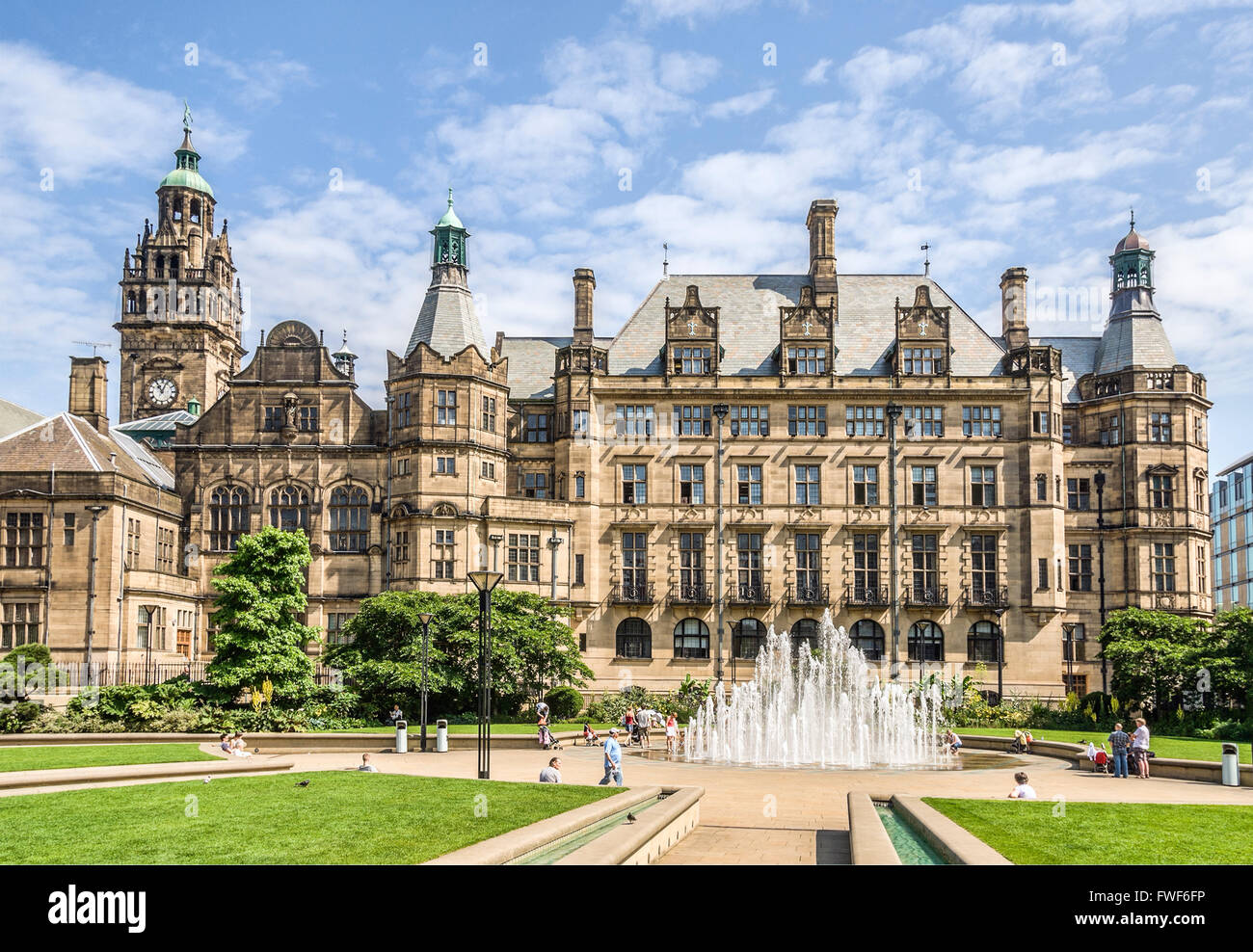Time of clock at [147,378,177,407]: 11:04
